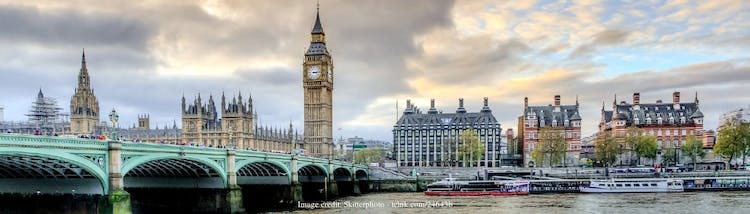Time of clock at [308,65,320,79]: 3:14
